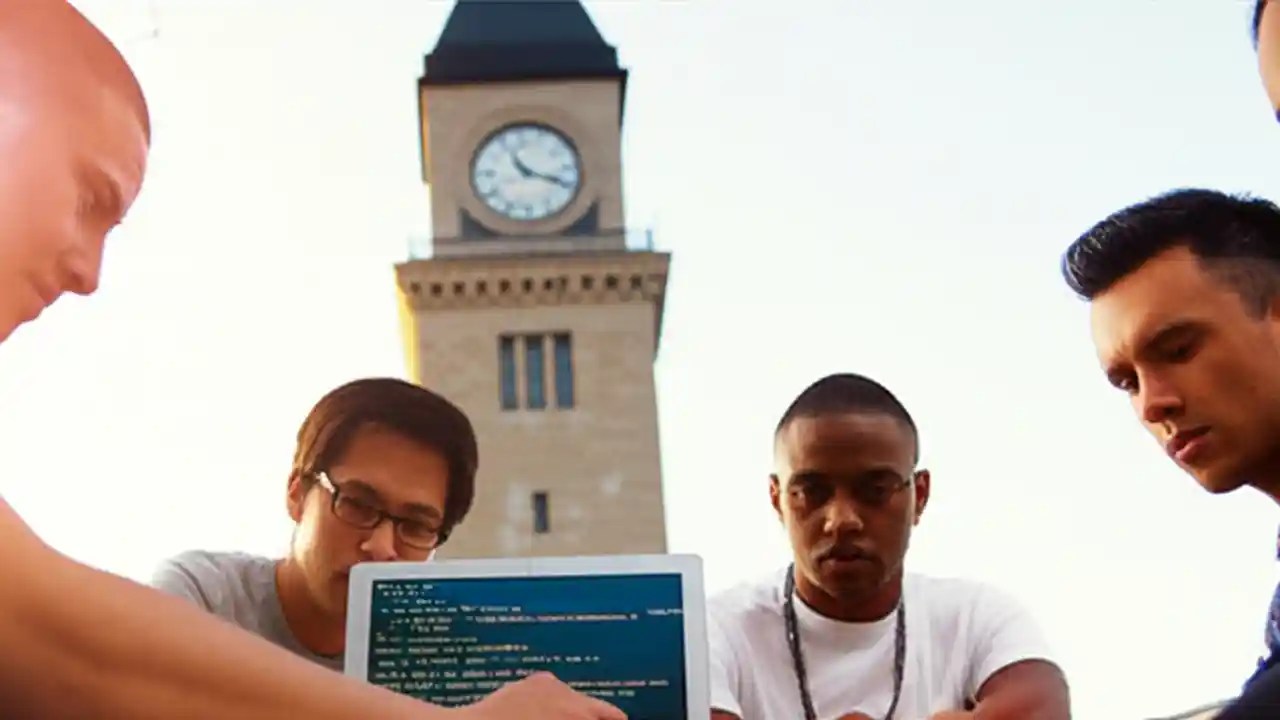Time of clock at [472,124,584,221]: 11:18
